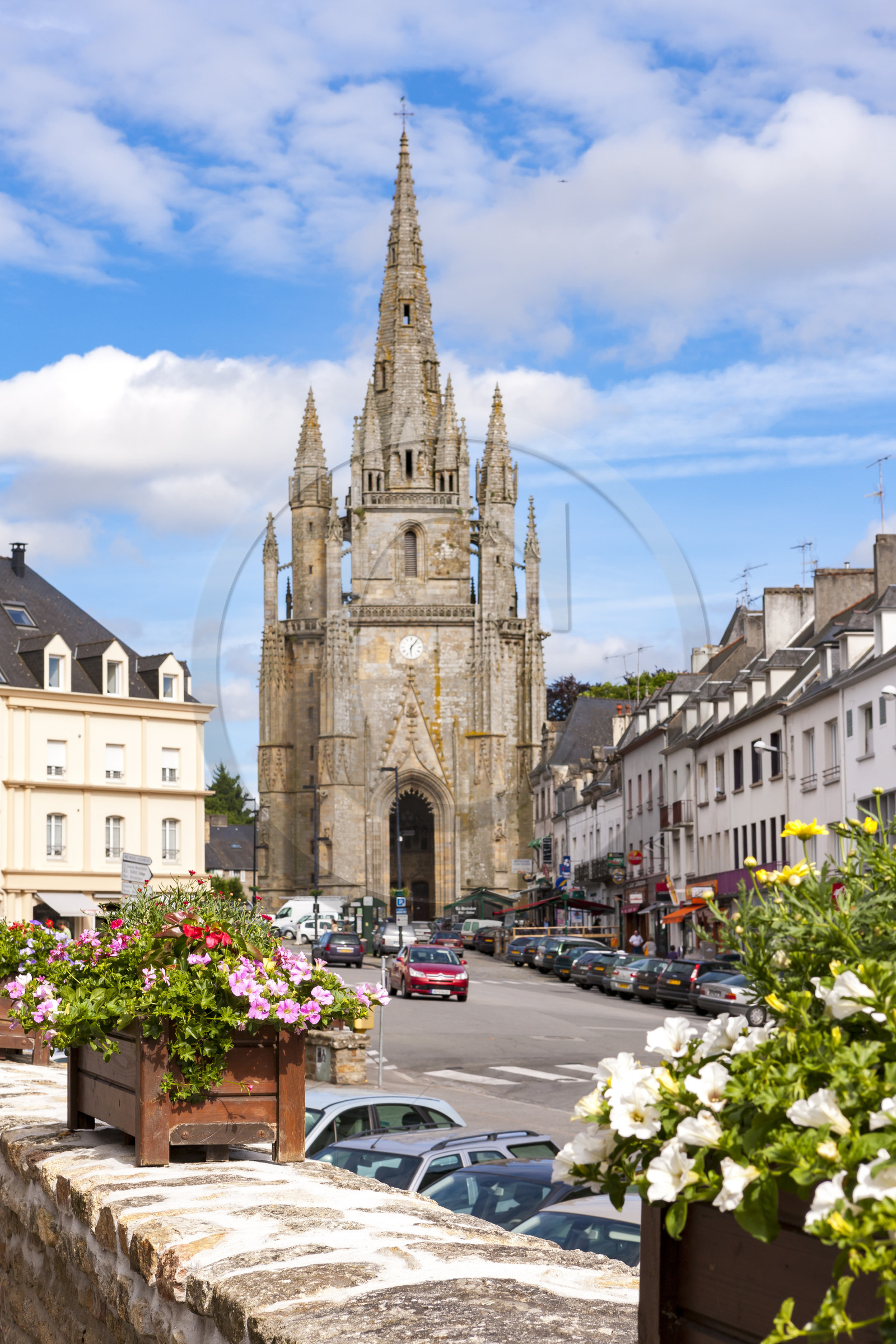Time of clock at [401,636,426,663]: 6:06
